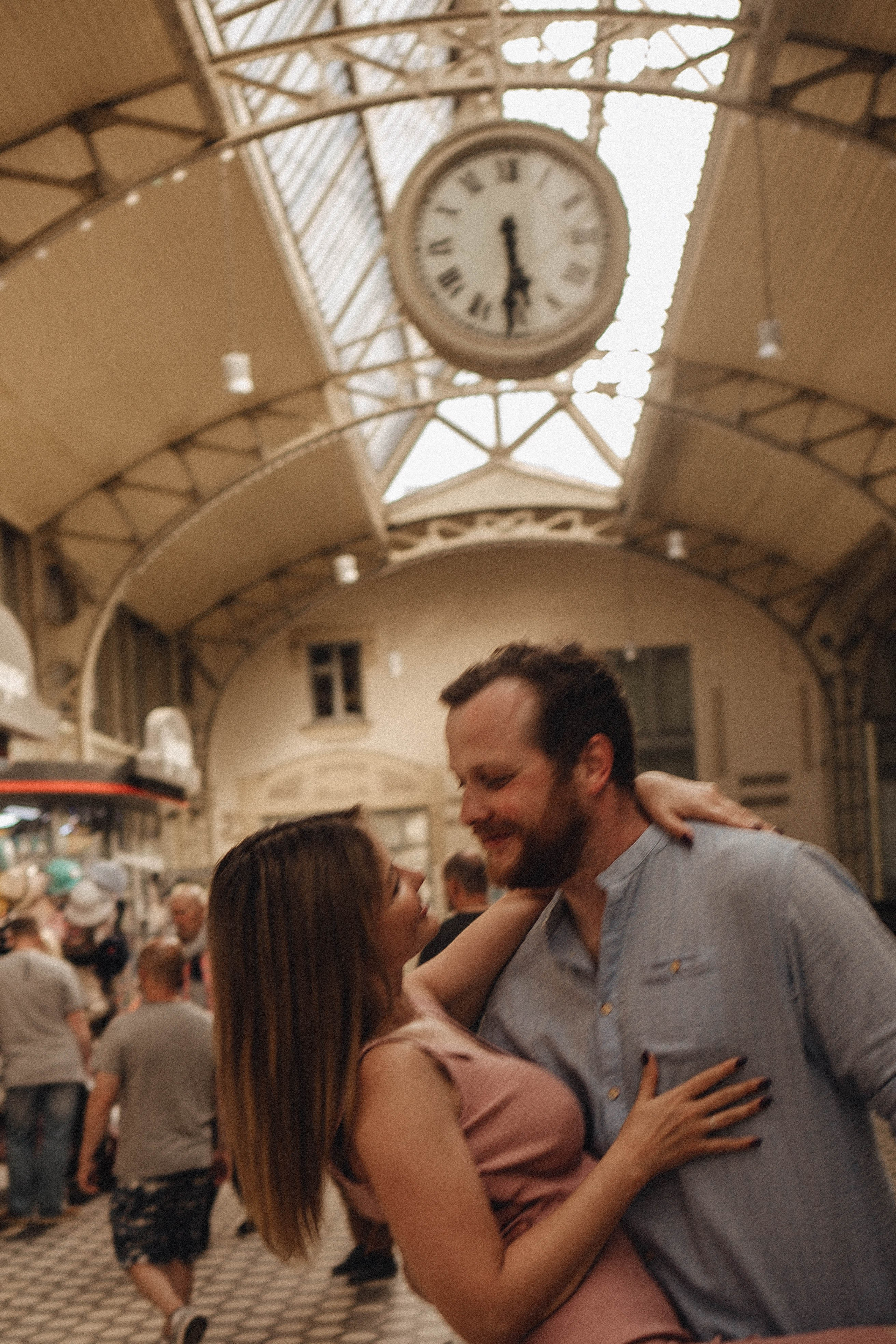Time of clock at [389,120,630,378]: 5:29
